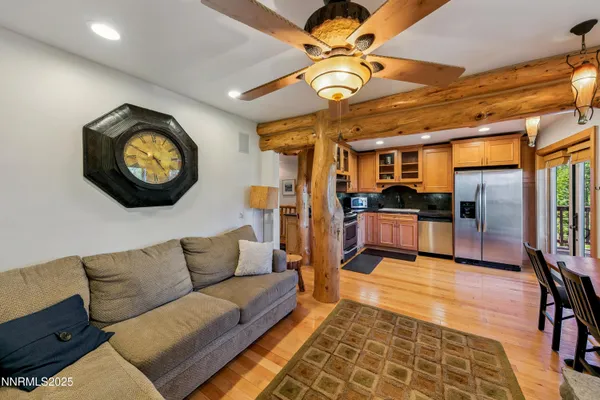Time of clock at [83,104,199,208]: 4:49
